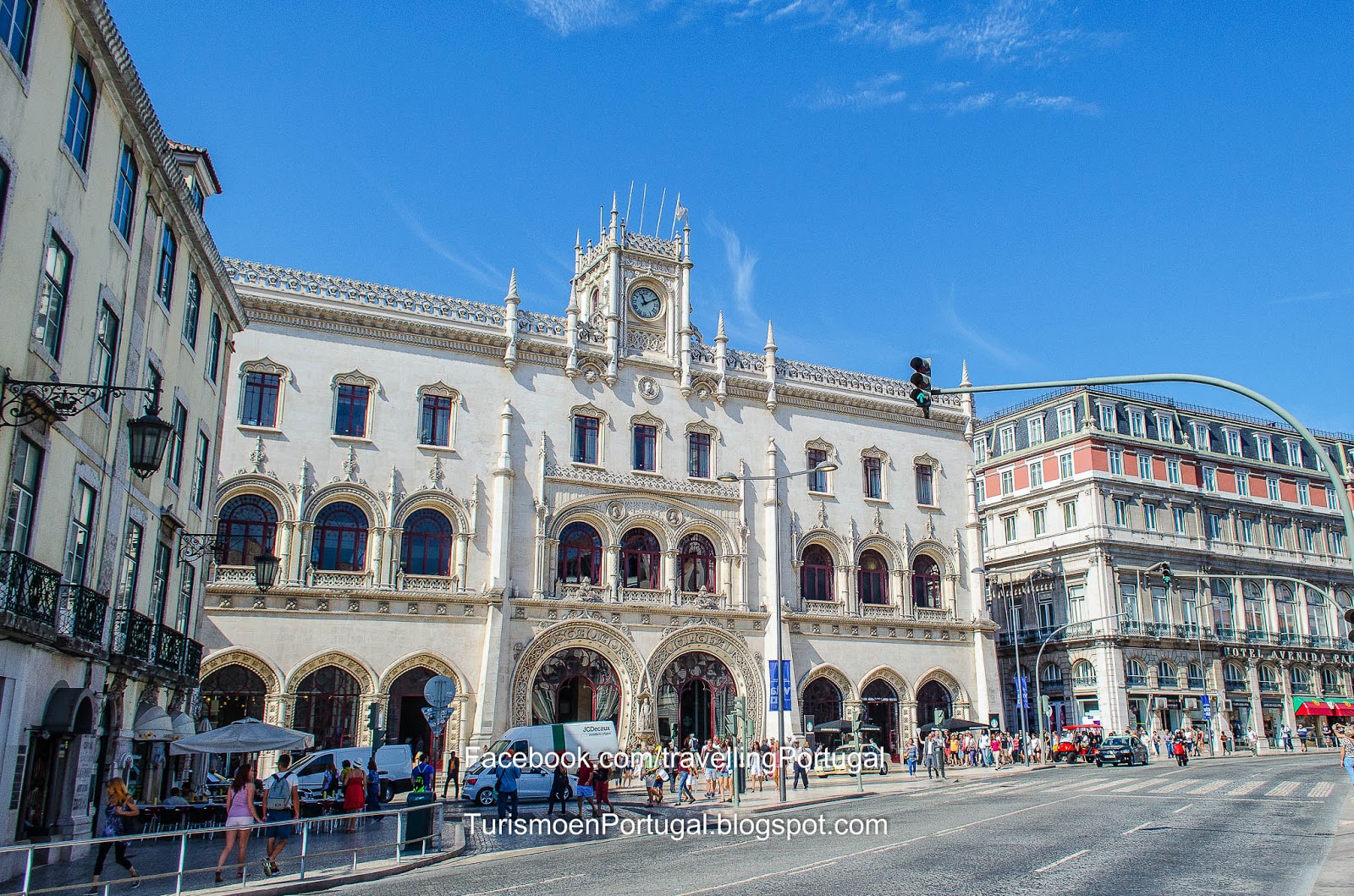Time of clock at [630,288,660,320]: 11:09
